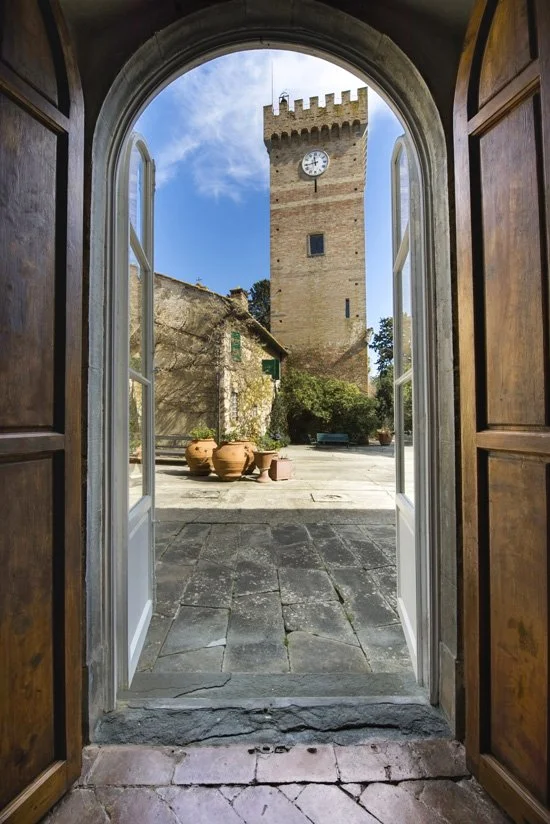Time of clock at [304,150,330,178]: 11:43
